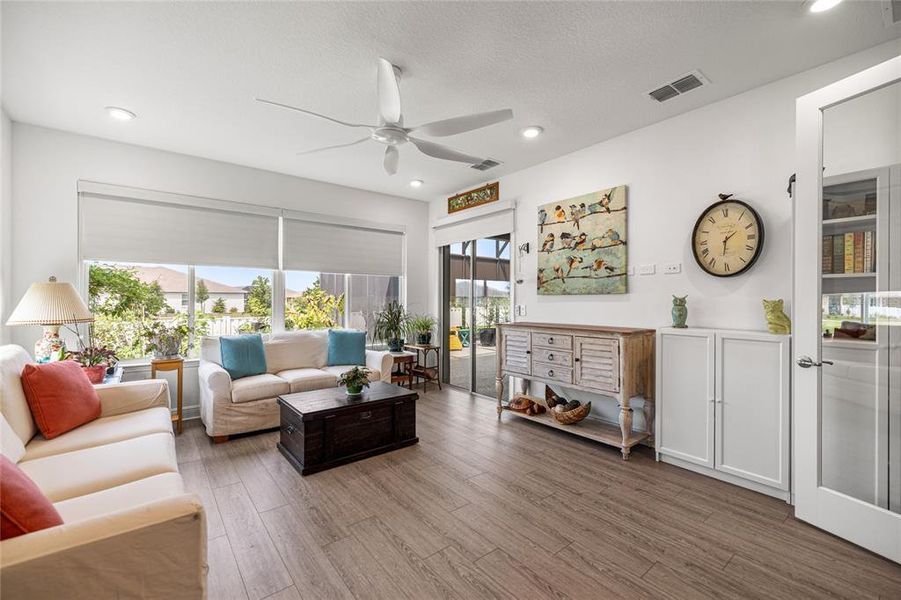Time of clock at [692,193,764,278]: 1:31
